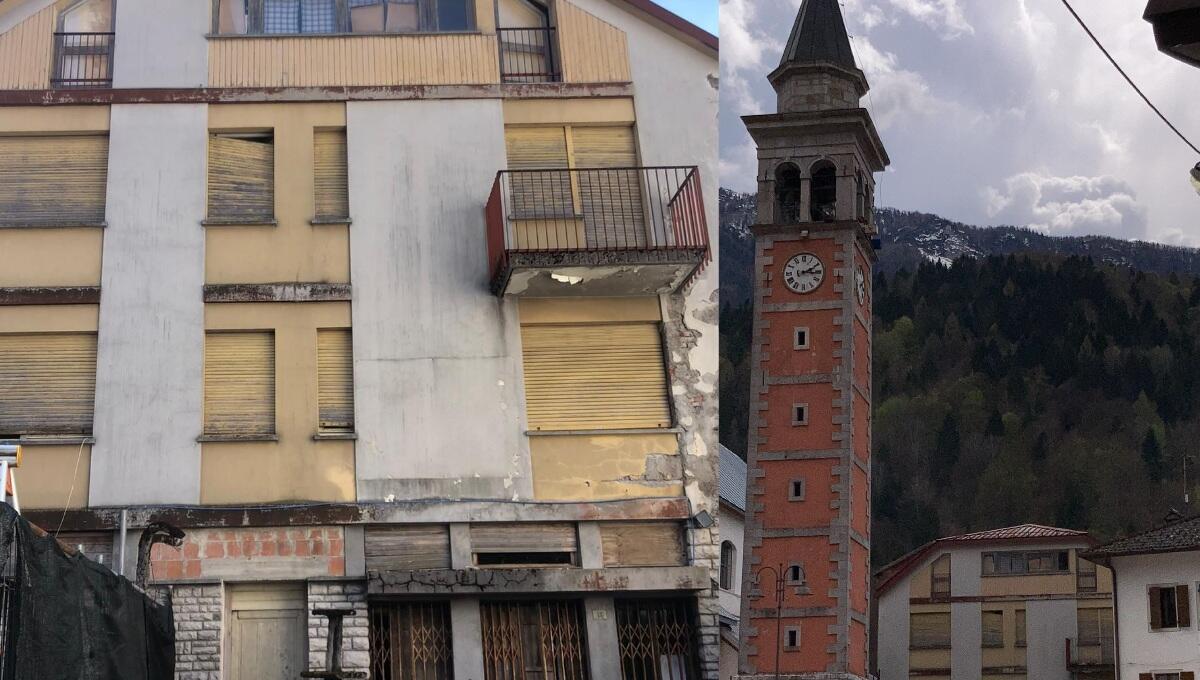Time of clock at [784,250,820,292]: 2:15
